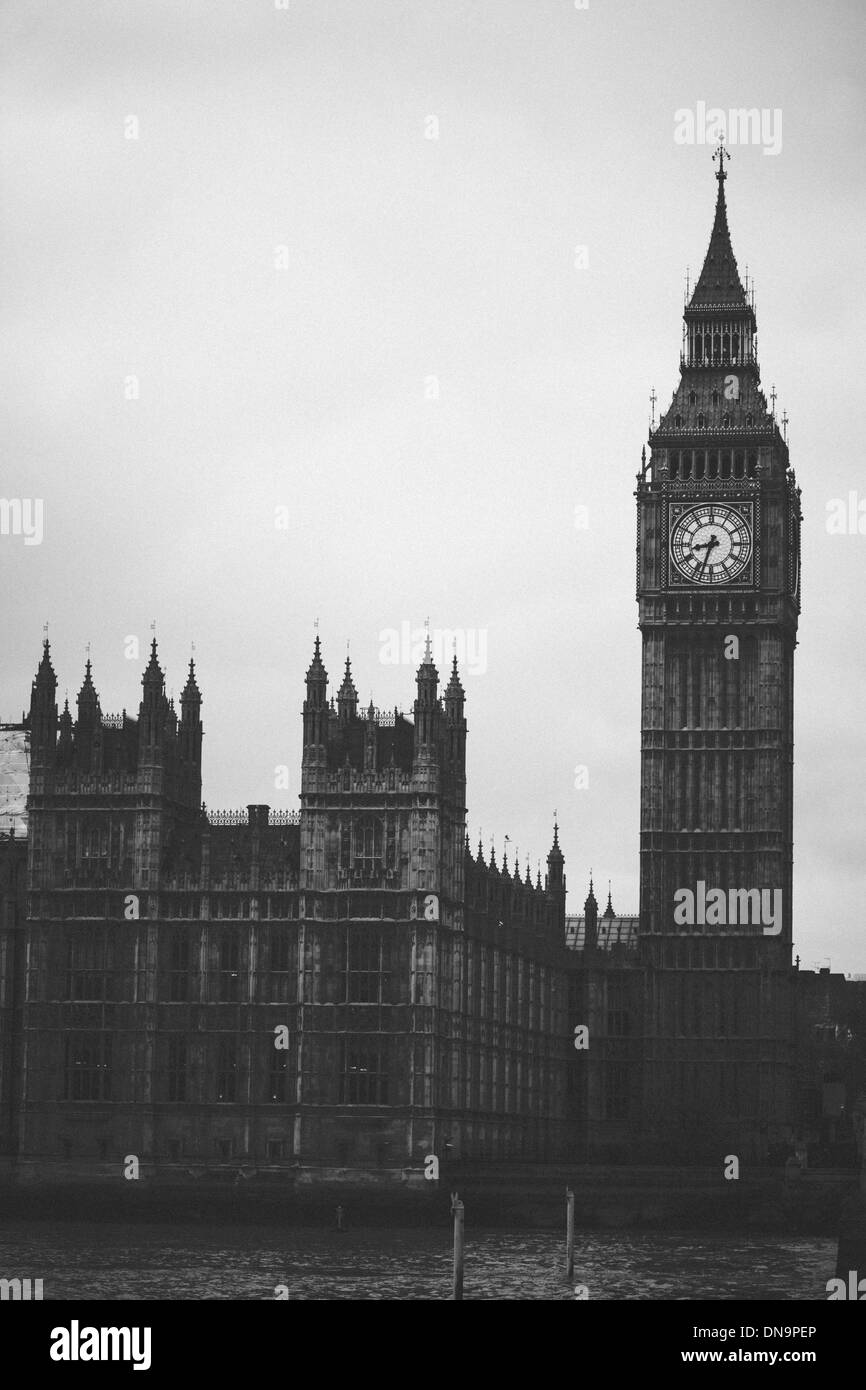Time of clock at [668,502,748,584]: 8:33
